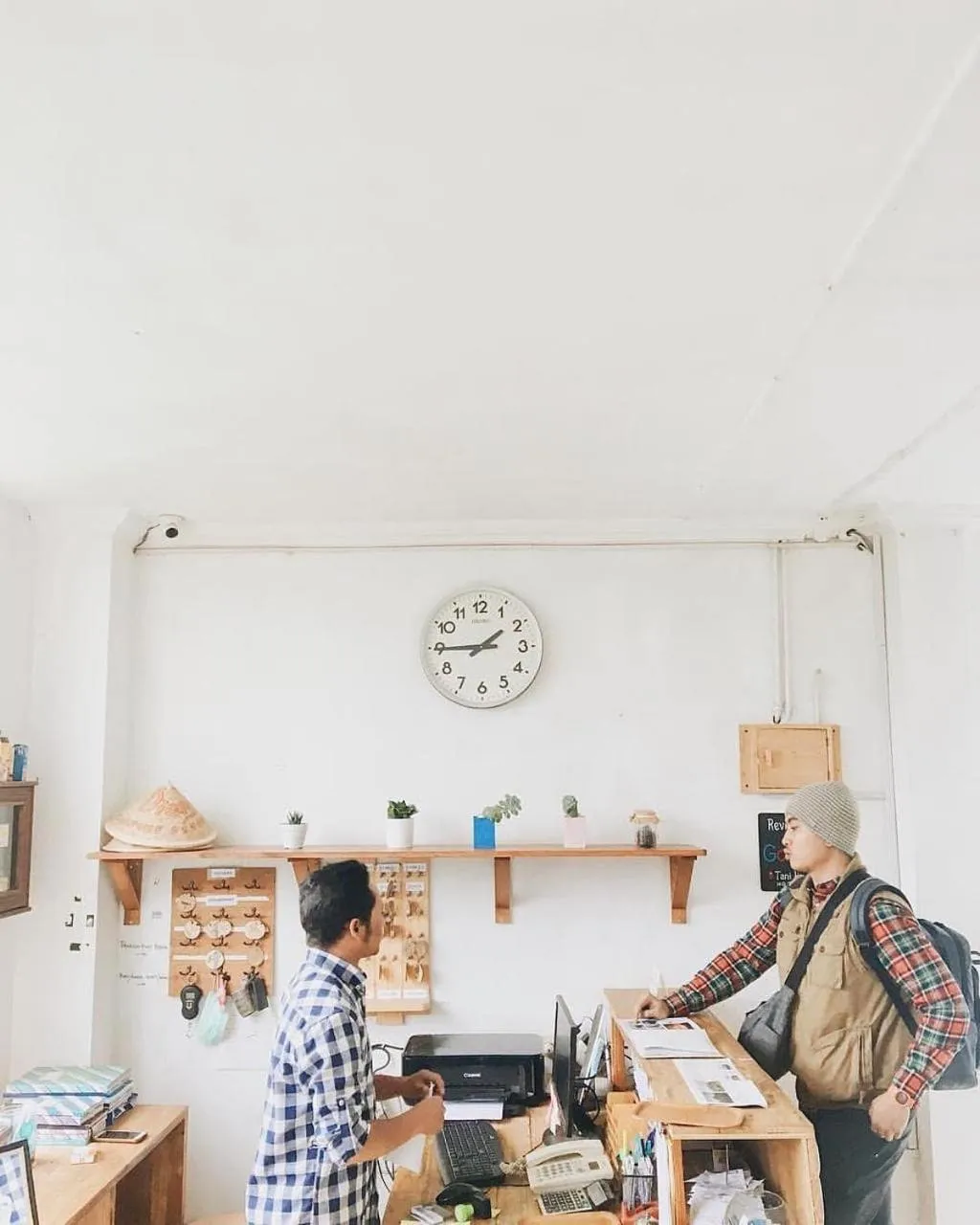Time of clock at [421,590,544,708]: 1:44
